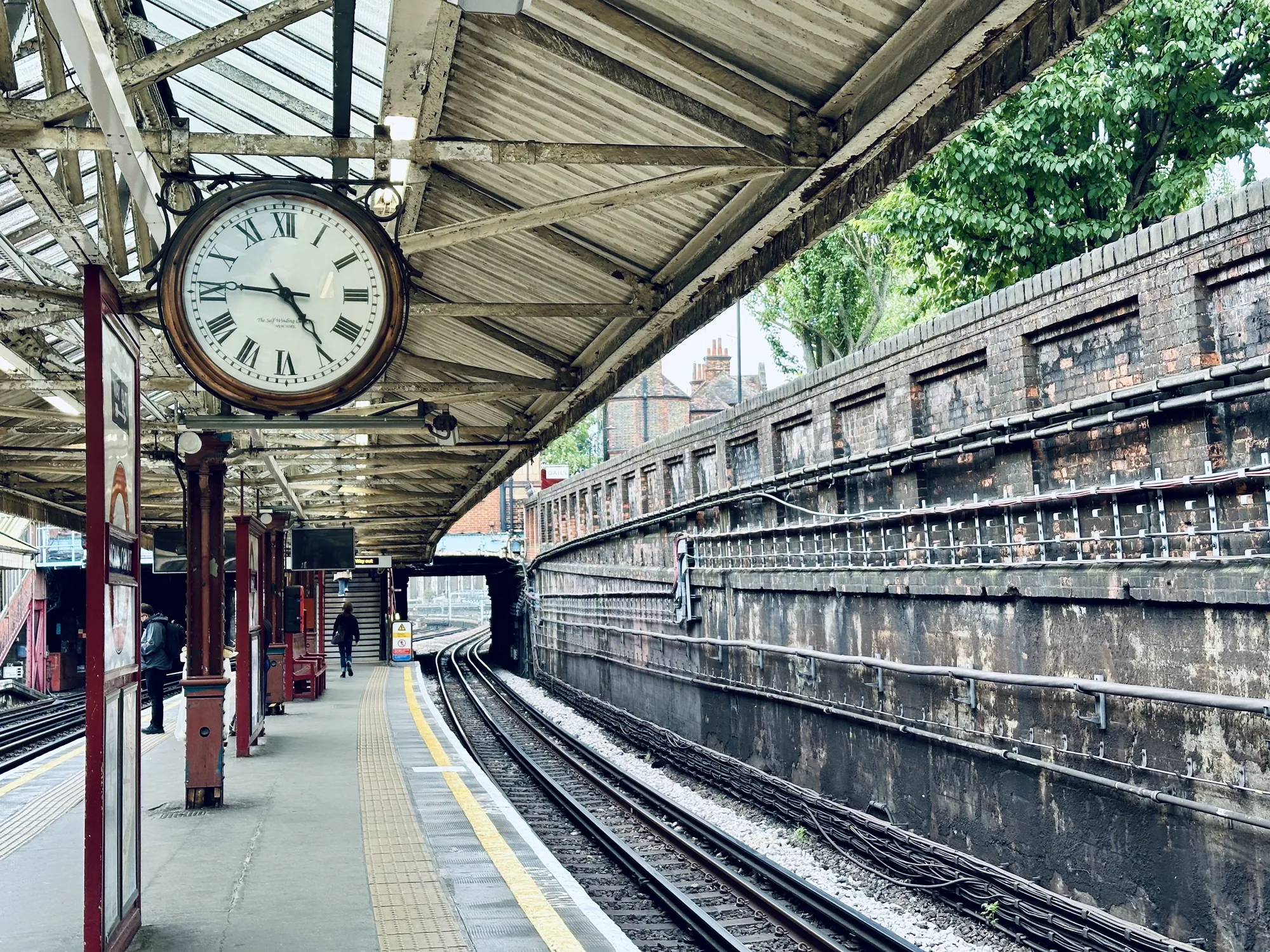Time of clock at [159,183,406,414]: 4:46
